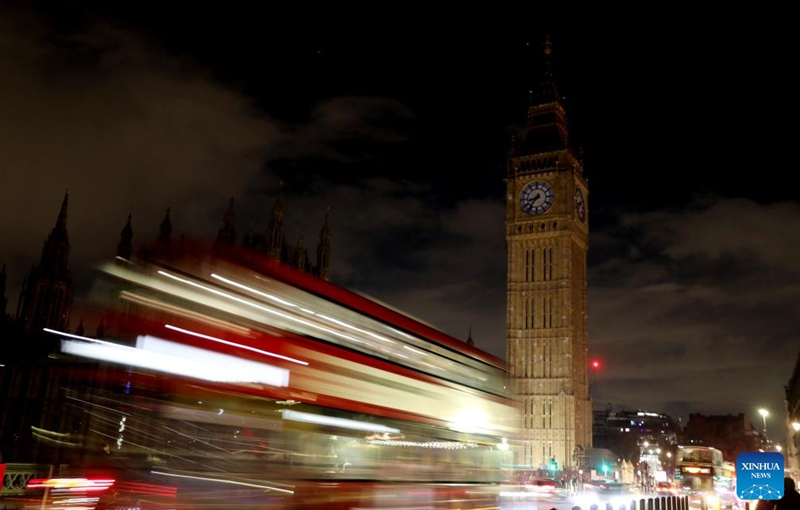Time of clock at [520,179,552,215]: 8:36
